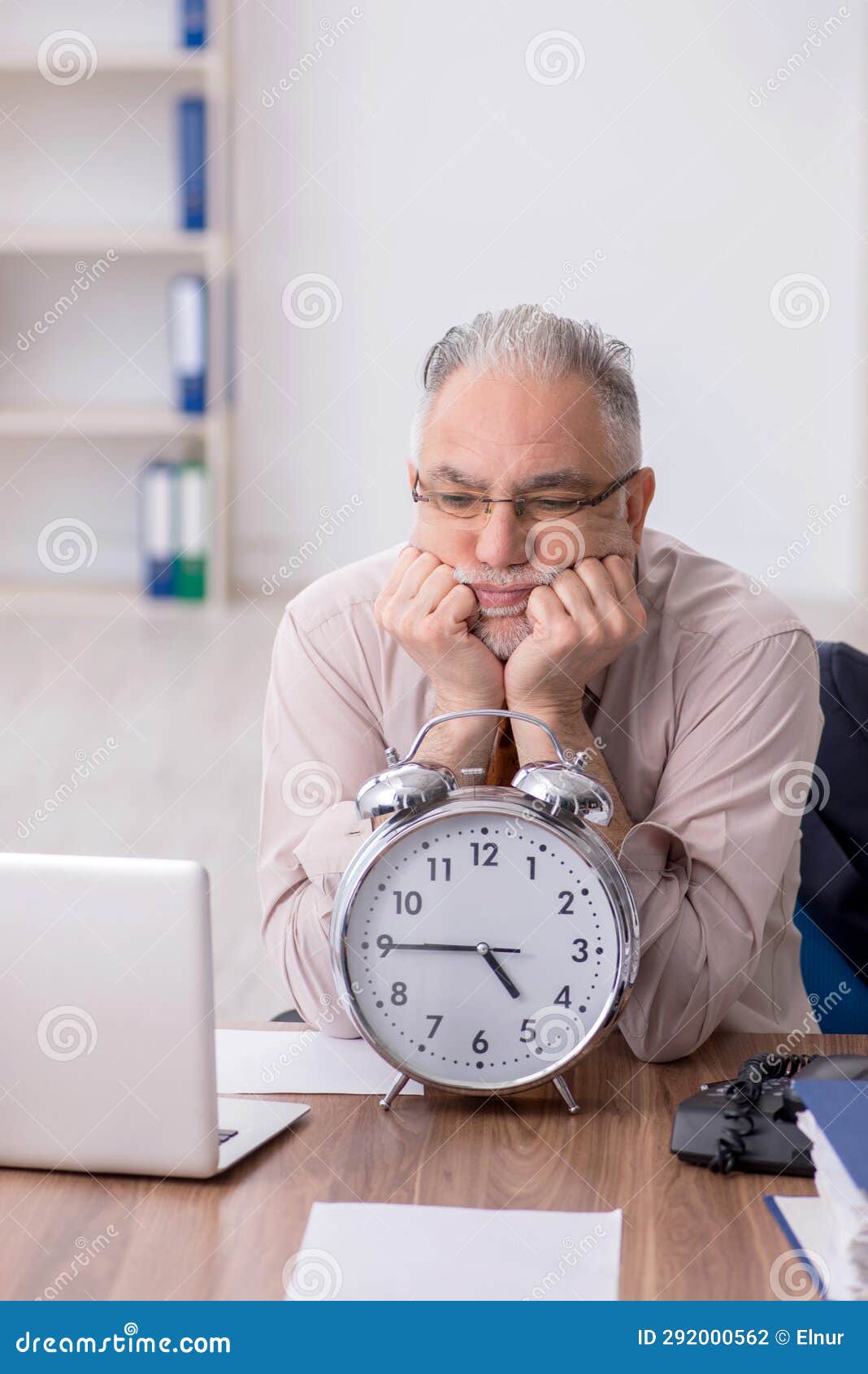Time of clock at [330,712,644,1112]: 4:45
